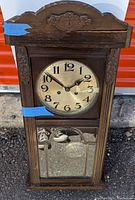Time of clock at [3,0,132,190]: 1:51
